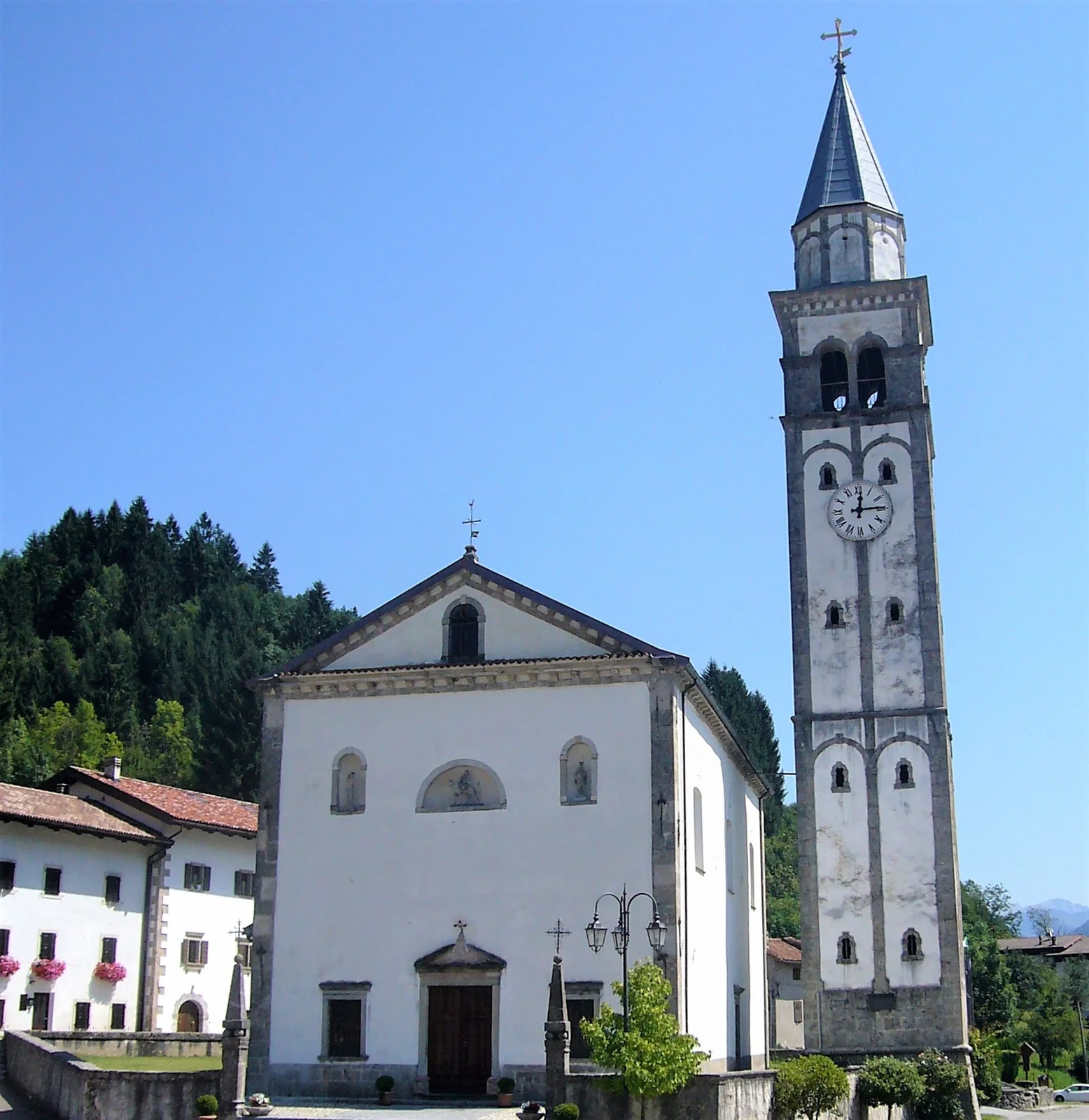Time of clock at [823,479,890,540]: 12:14
